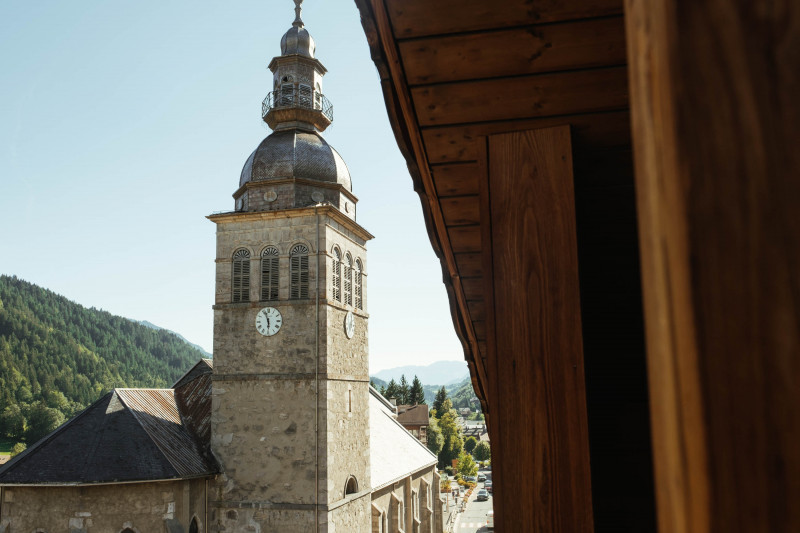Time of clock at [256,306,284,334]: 5:57
